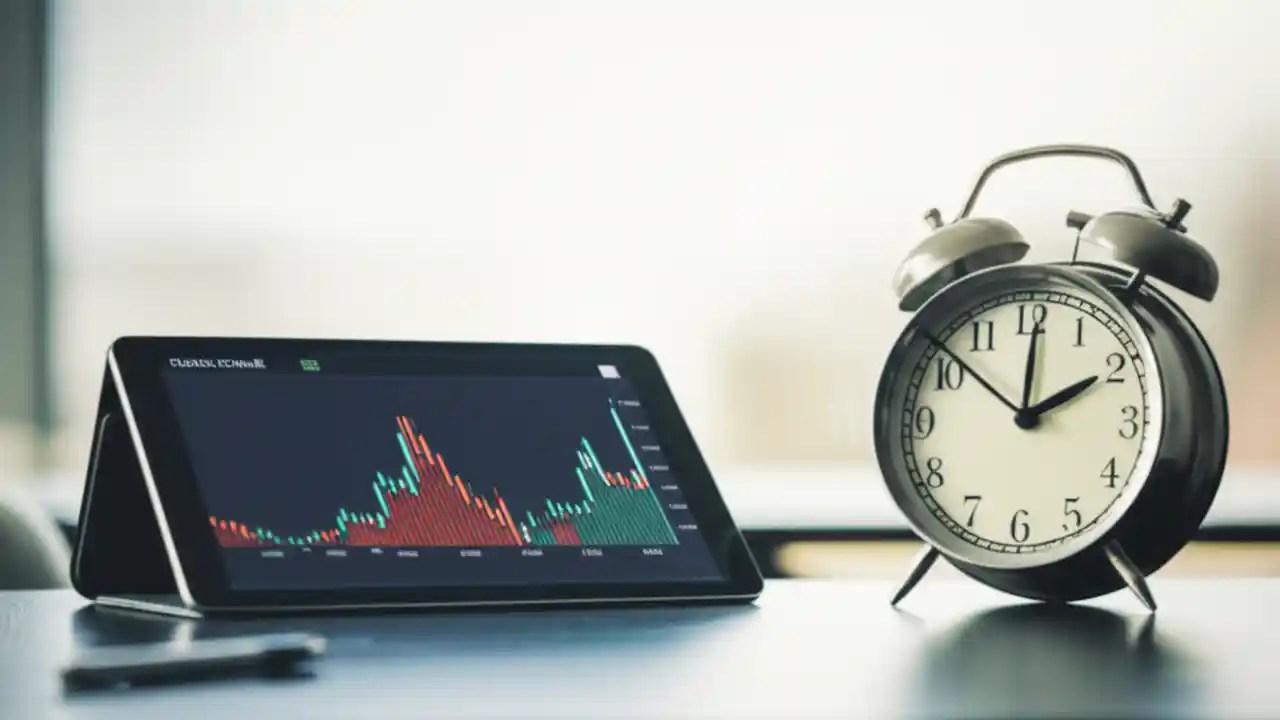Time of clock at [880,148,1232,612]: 2:00
